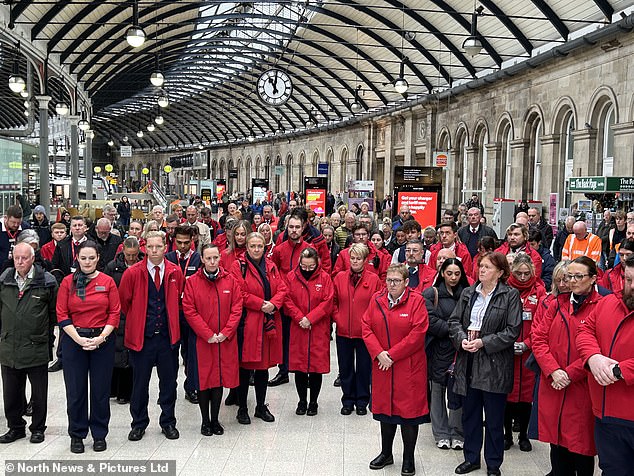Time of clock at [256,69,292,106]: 11:01
